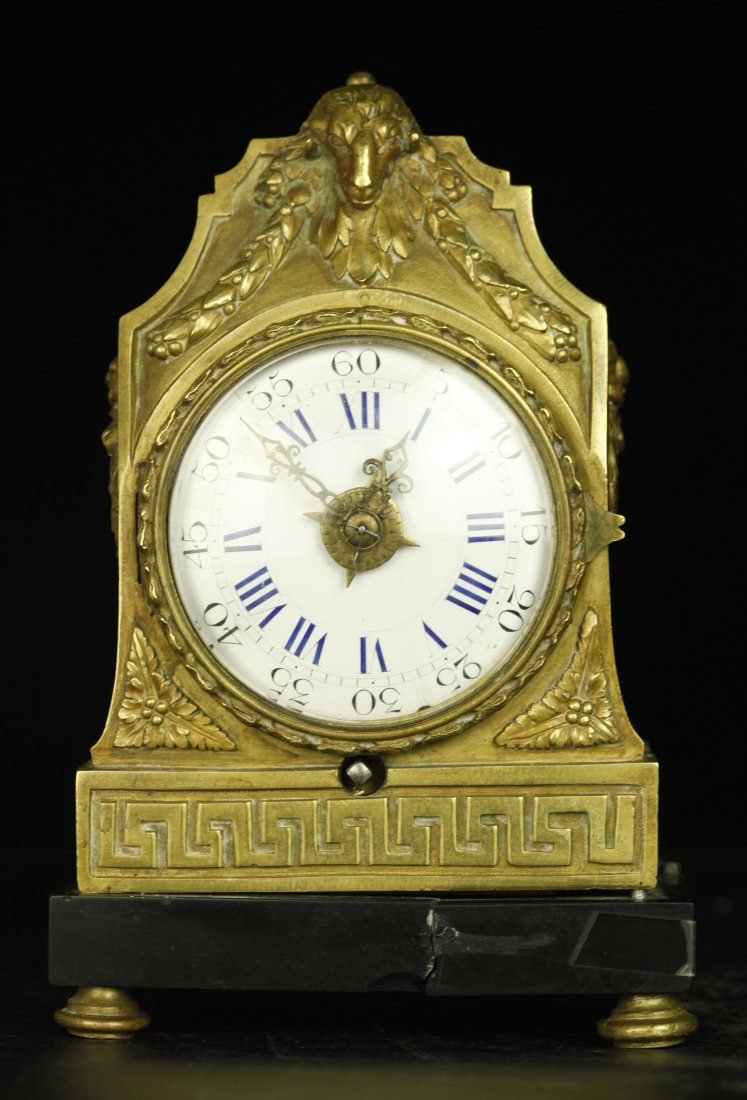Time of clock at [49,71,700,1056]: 12:52
